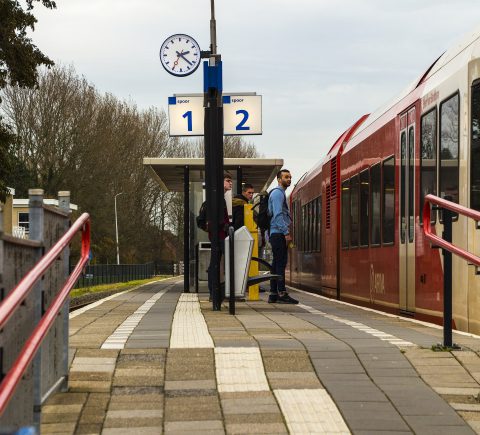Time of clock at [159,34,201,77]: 2:22
